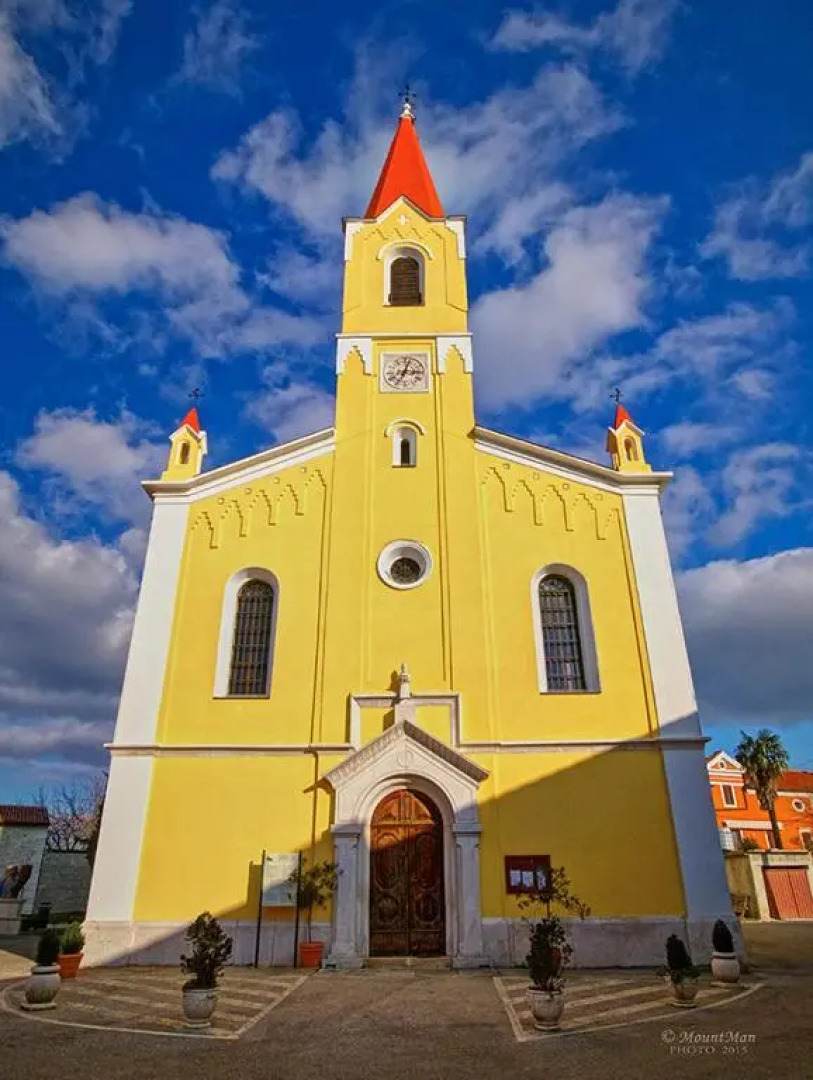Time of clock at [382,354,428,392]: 3:02
